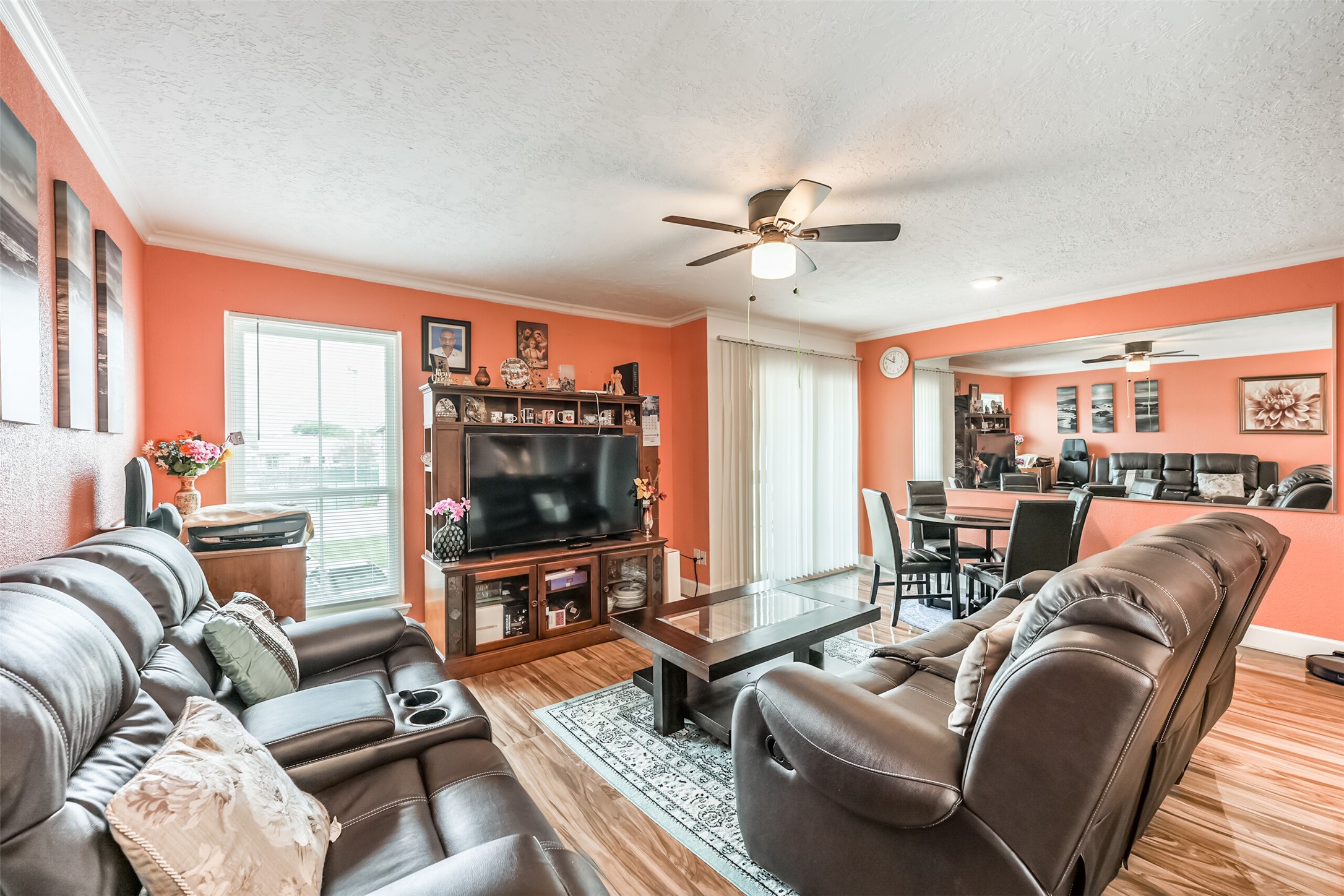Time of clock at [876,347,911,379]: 11:49
